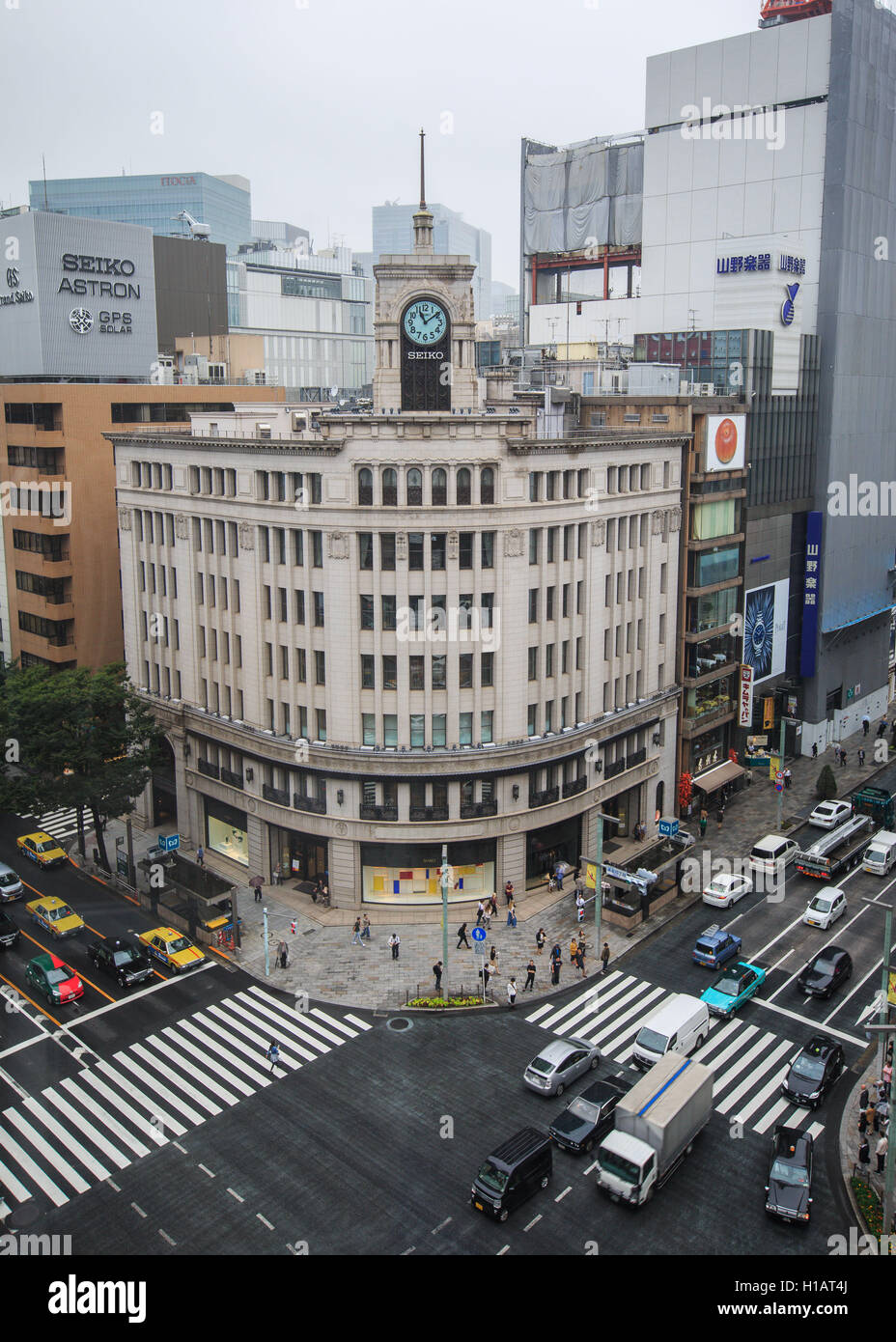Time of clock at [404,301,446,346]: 11:08
